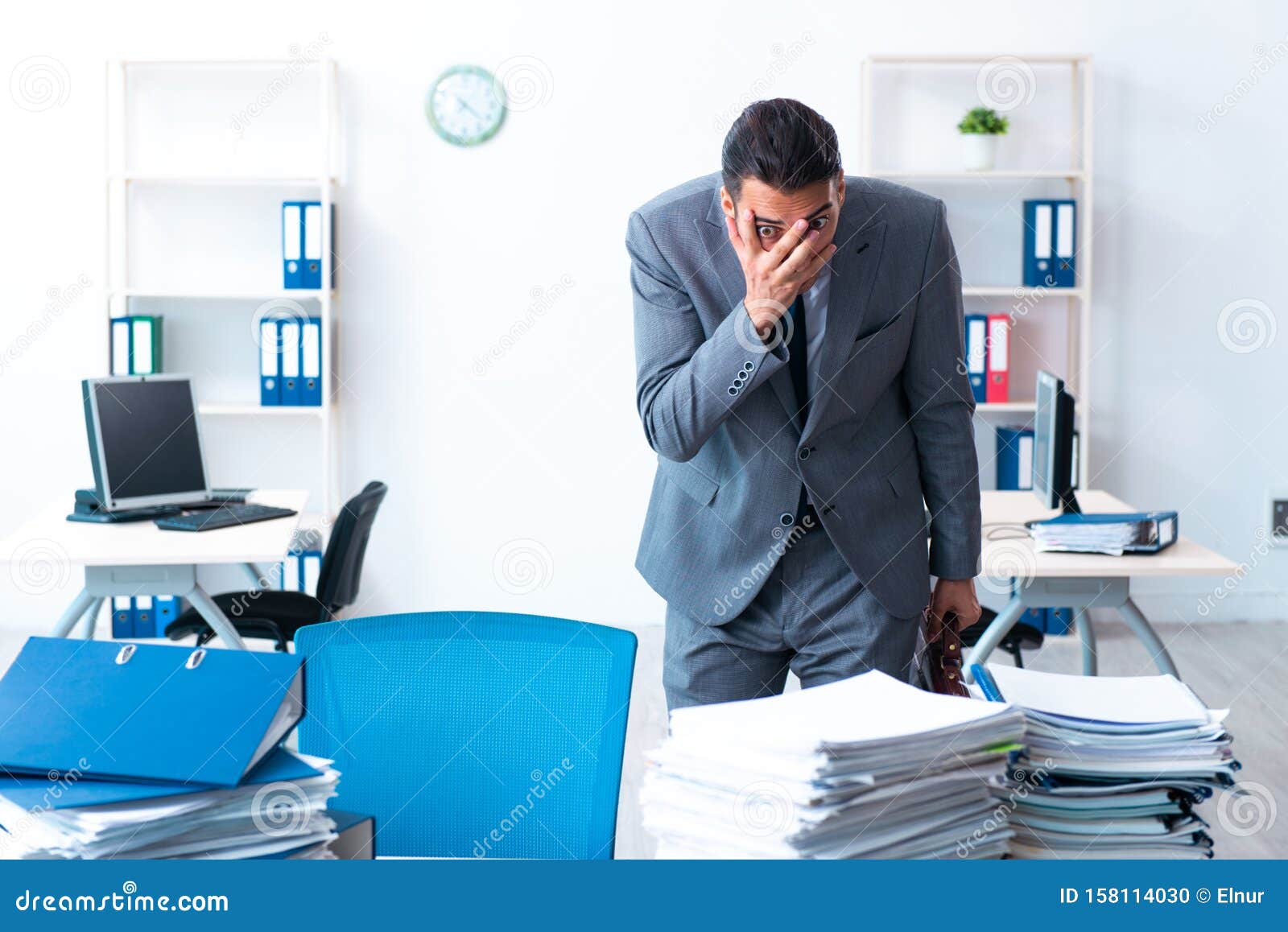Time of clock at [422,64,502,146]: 7:22
